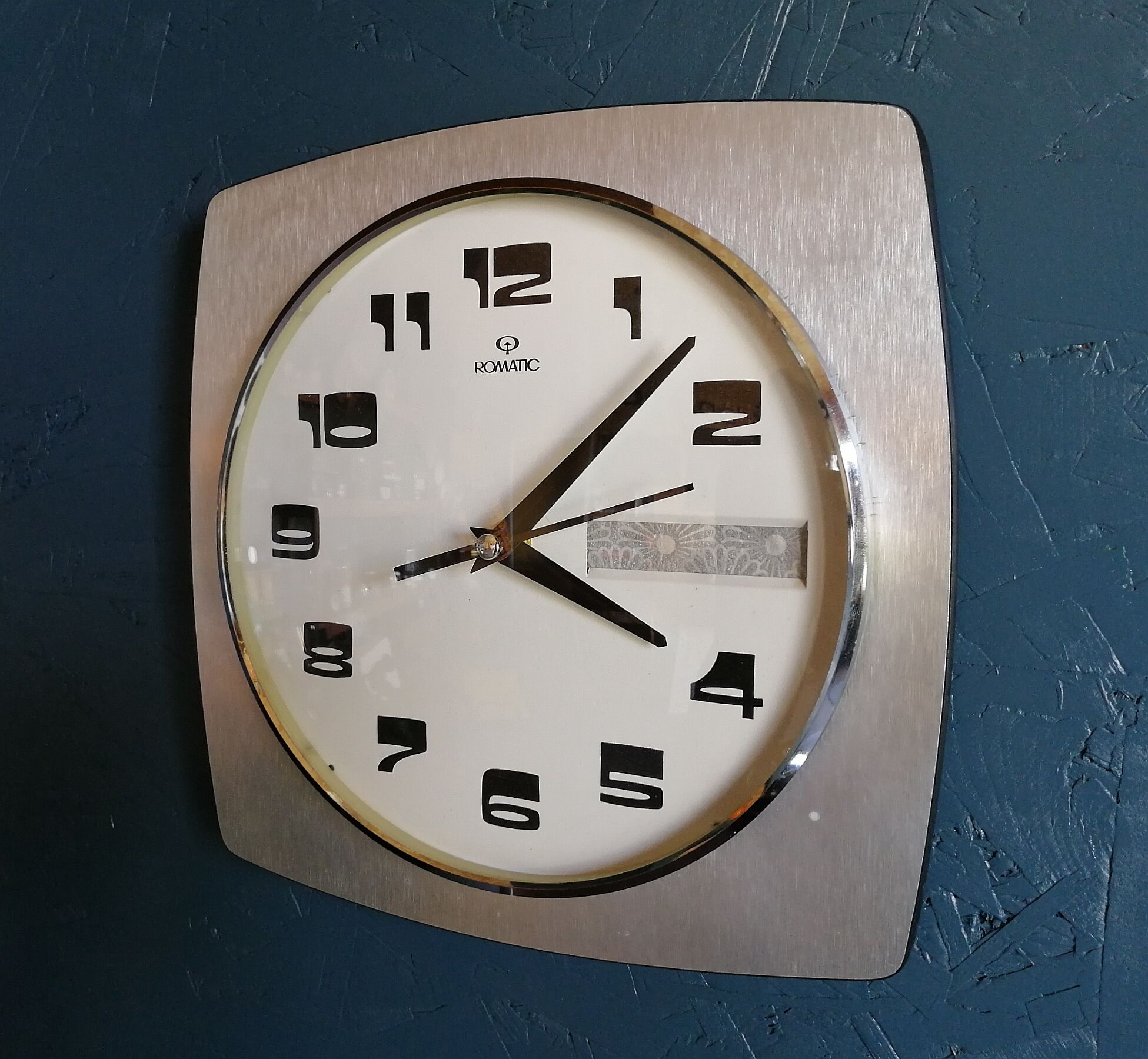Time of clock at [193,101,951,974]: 4:07
